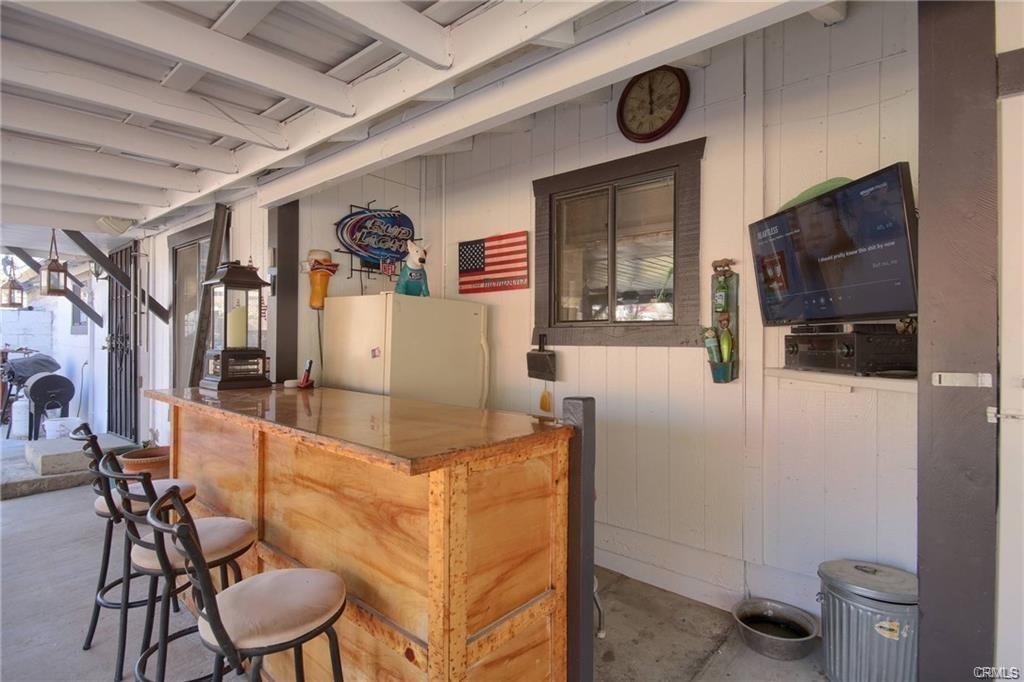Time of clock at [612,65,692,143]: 11:59
